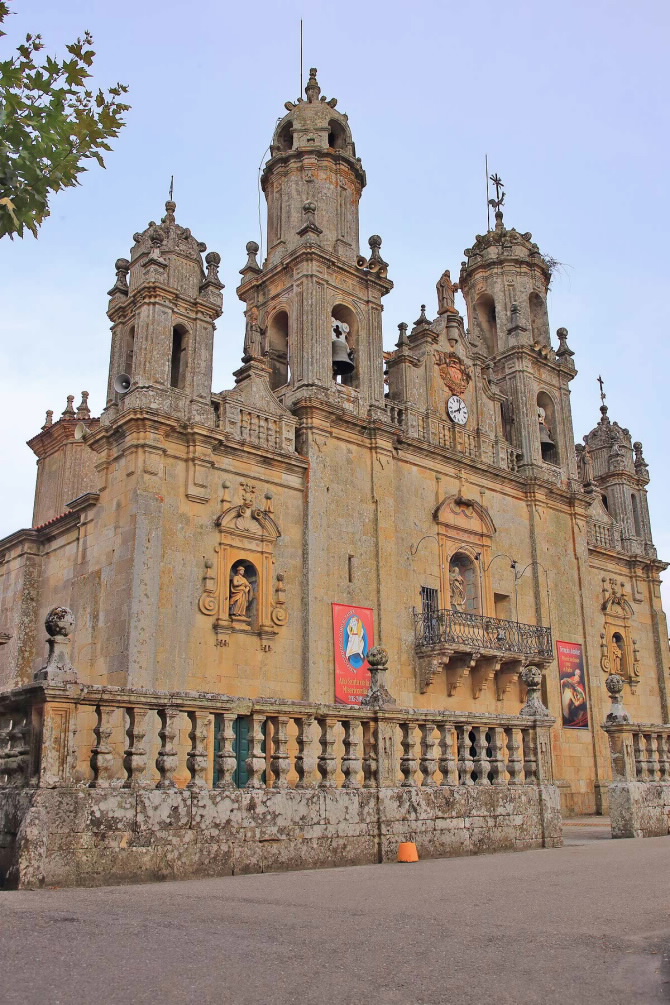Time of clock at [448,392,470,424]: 8:01
